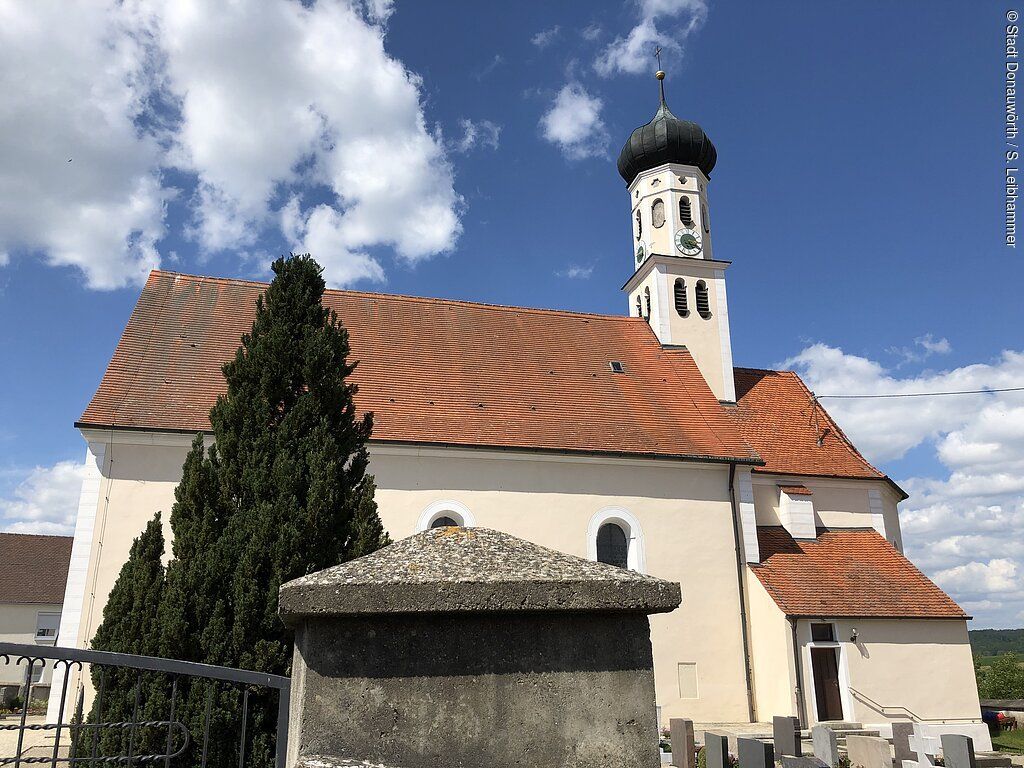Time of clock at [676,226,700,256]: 5:18
